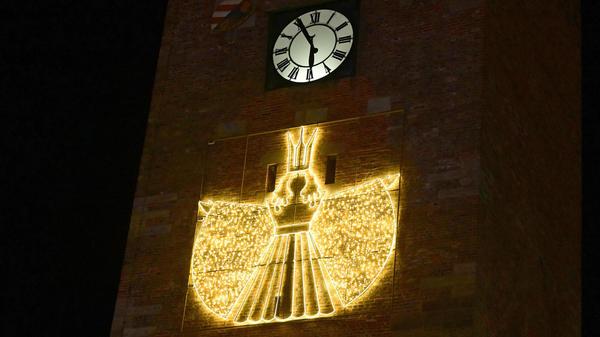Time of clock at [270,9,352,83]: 5:55
